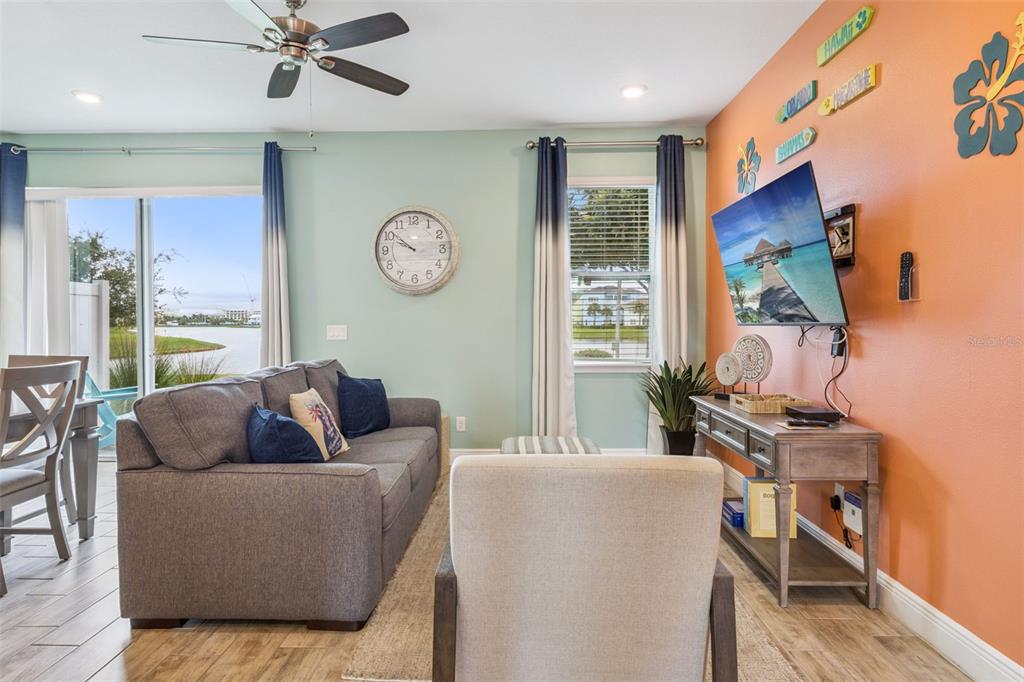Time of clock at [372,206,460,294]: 9:51
